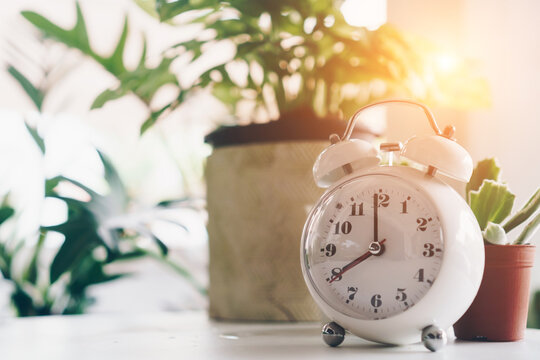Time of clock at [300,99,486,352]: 7:59
